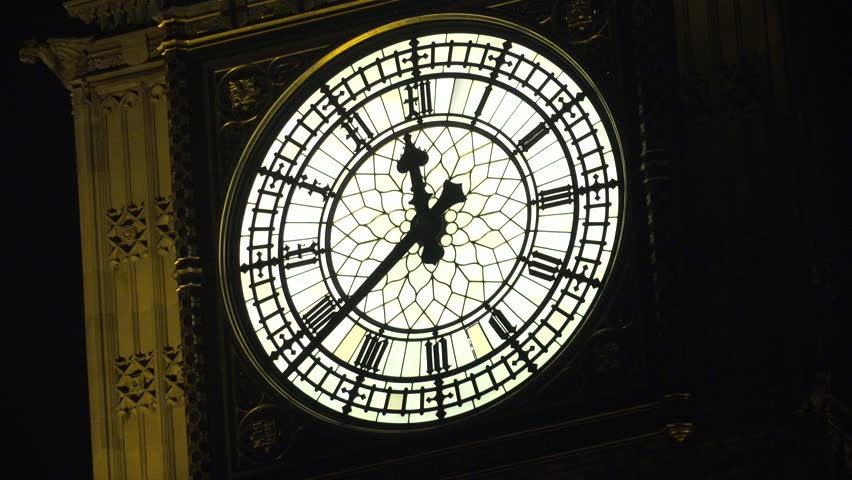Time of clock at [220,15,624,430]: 11:38
